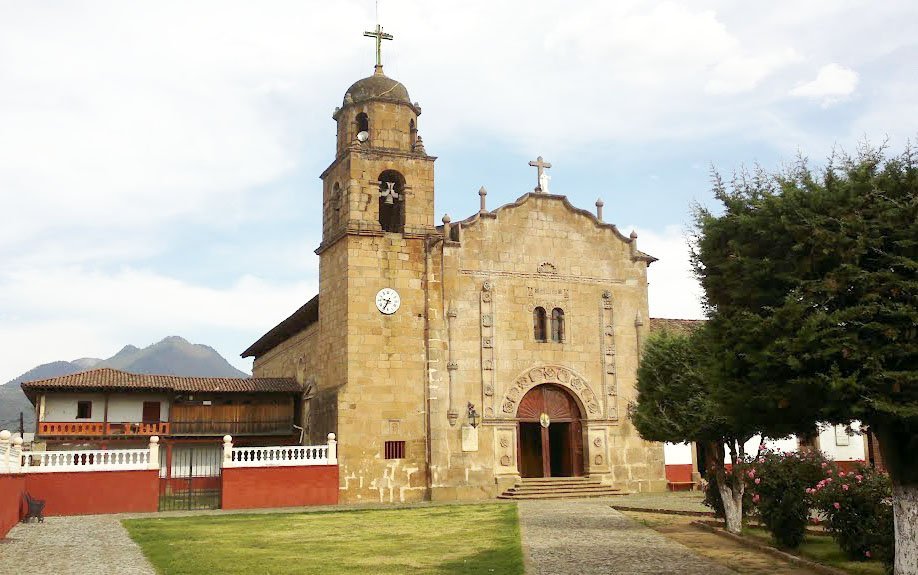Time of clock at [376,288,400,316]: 9:34
